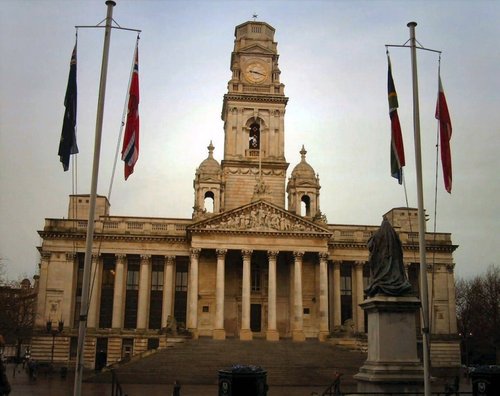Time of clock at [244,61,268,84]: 9:18
